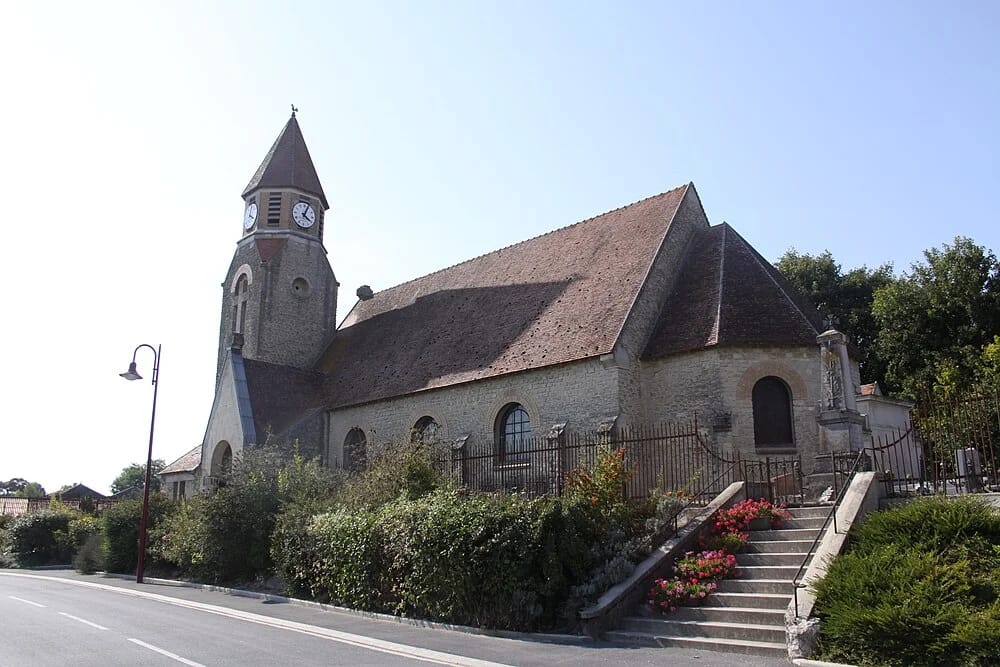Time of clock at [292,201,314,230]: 4:03
